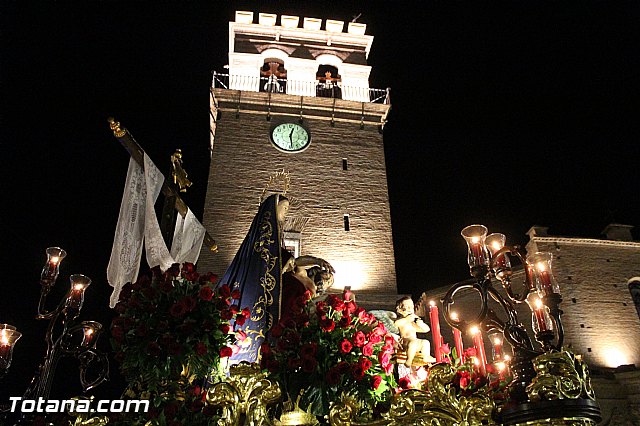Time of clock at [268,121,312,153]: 12:28
